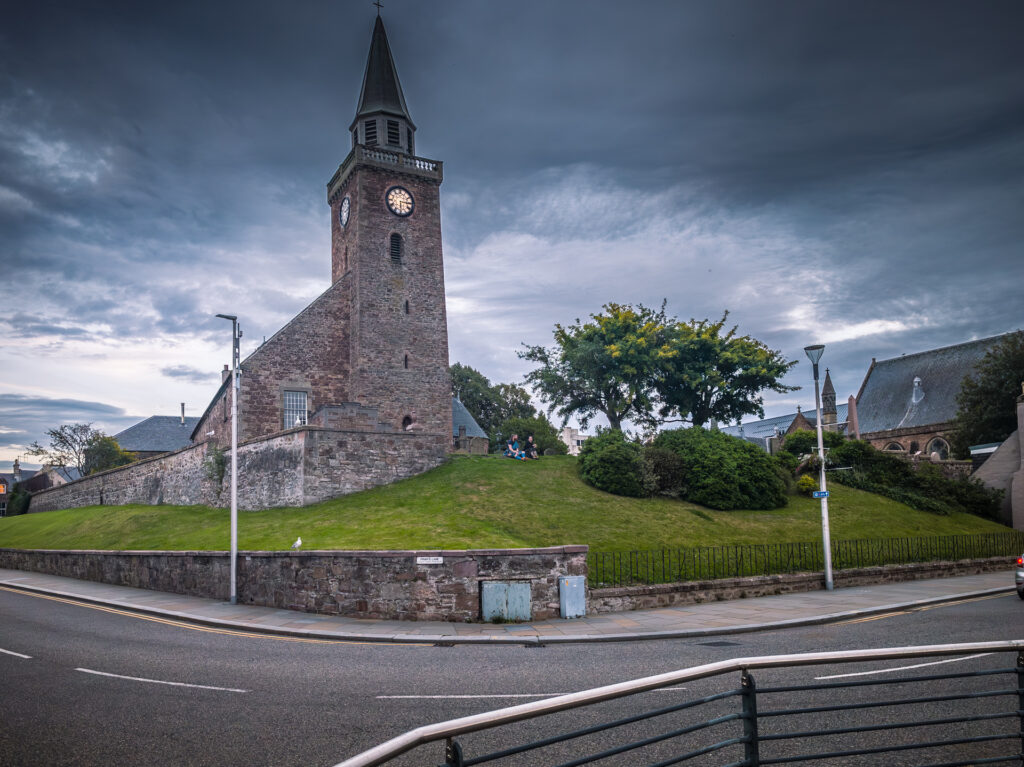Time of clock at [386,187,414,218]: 6:14
